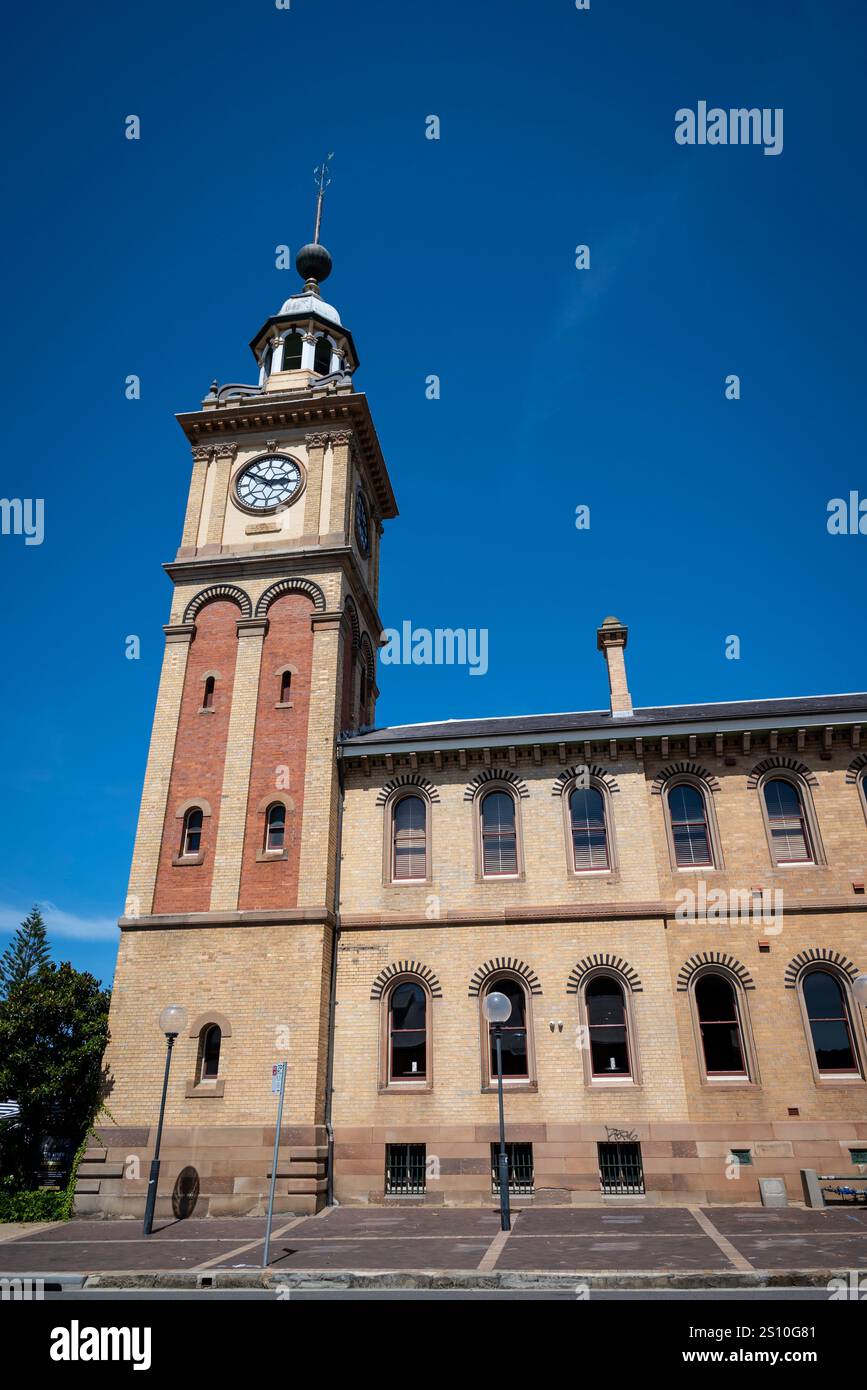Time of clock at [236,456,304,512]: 2:50
